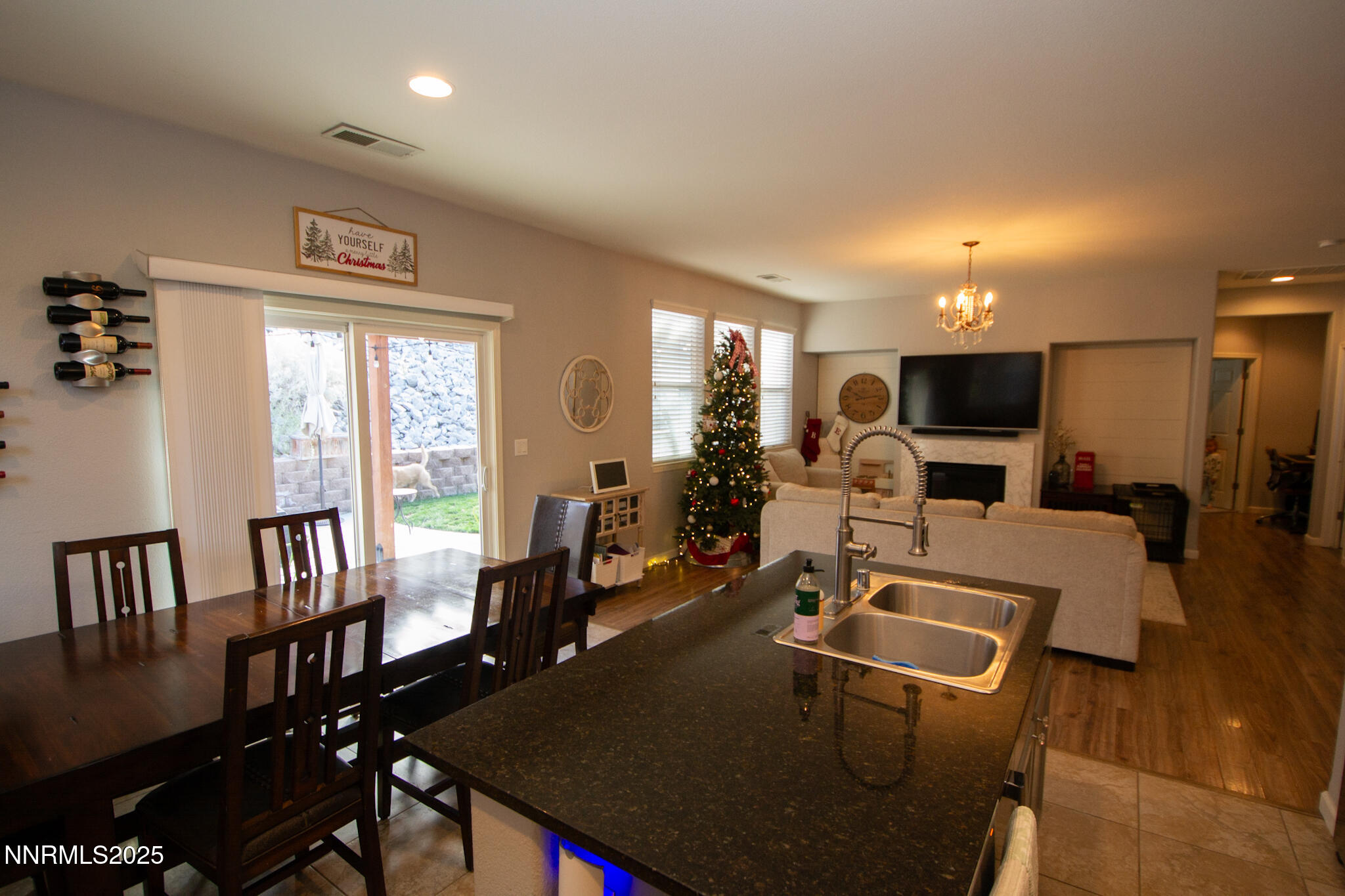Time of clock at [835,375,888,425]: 10:13
